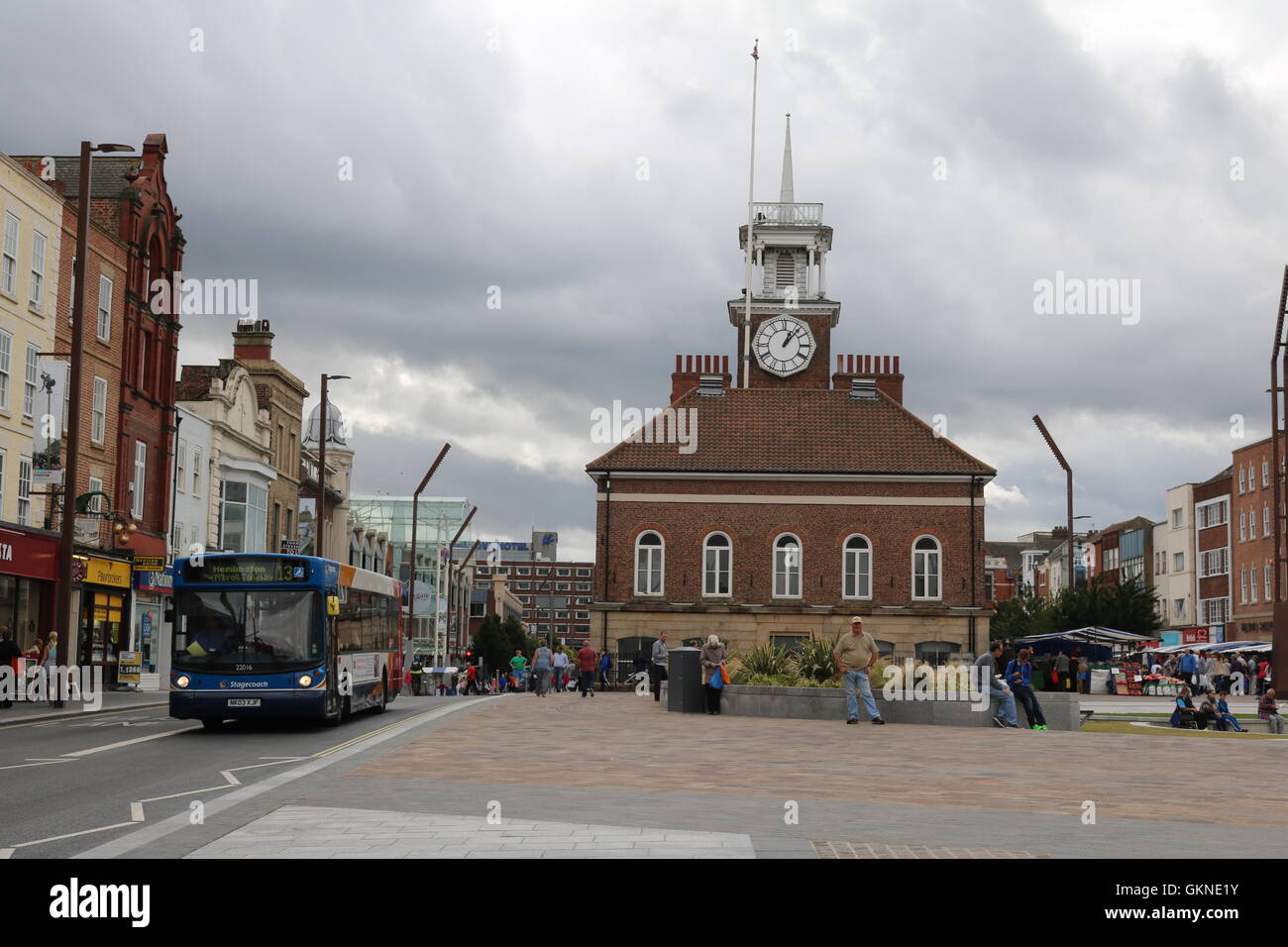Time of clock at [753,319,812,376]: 1:07
